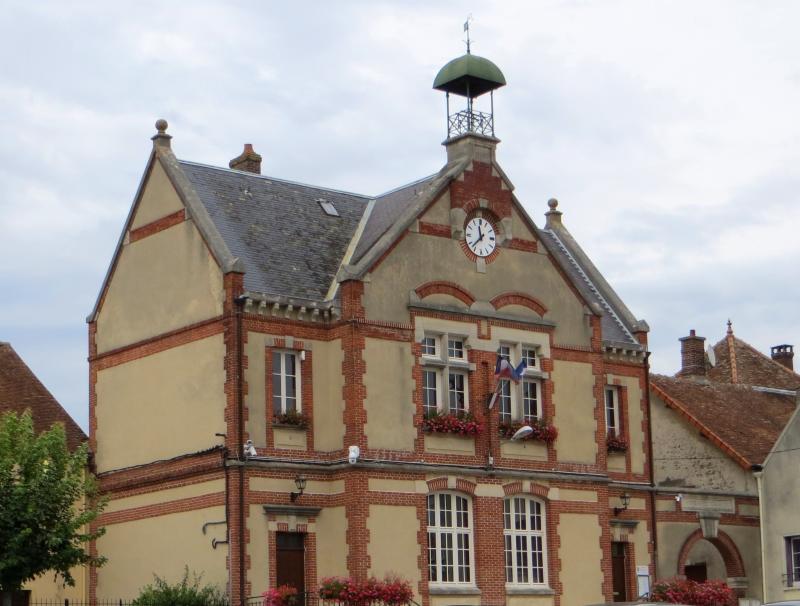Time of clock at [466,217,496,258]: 11:37
